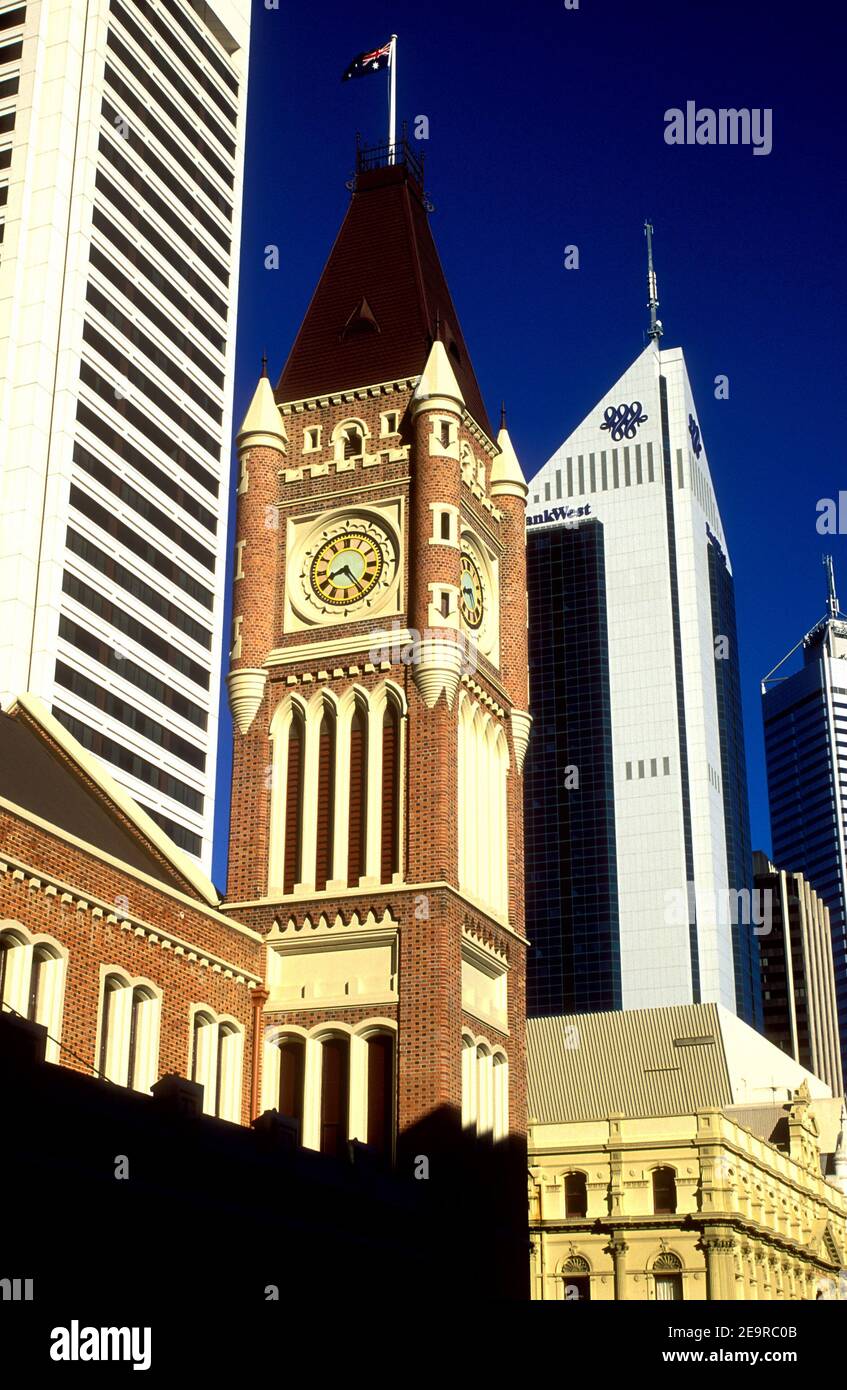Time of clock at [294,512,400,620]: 8:24
